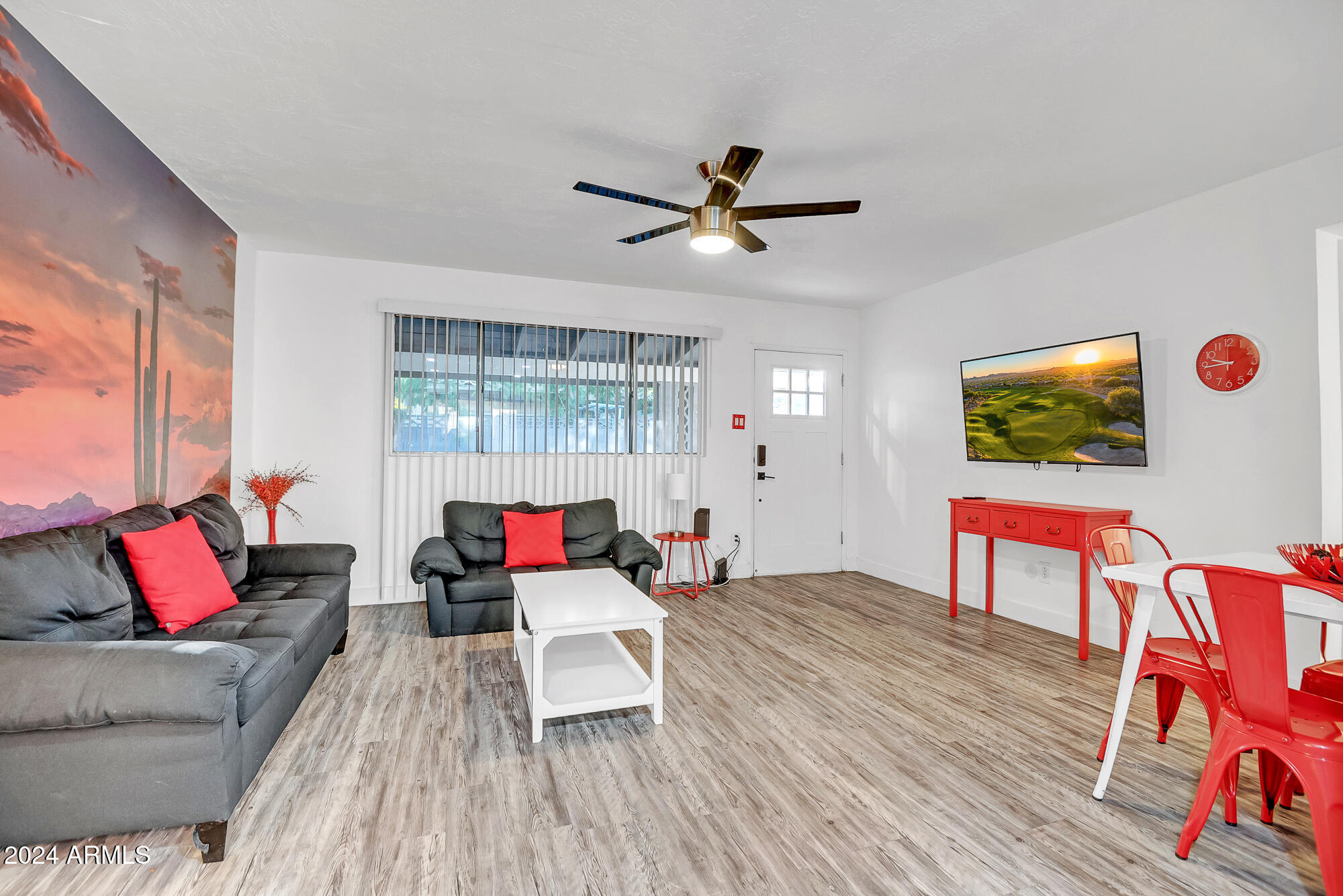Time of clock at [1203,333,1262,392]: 9:44
